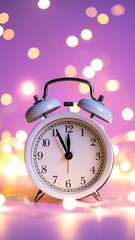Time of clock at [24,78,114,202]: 11:55
